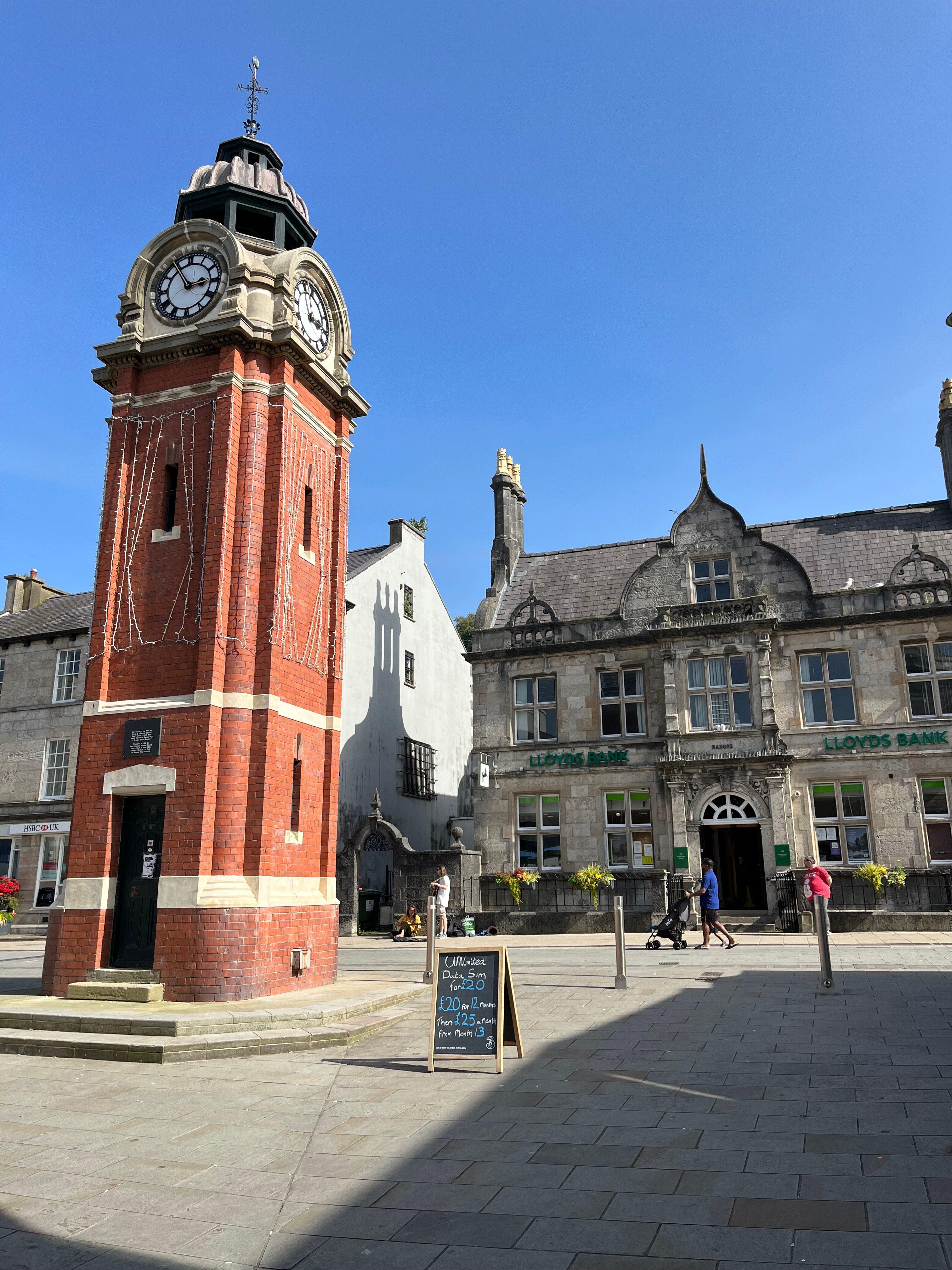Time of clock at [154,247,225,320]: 2:54
